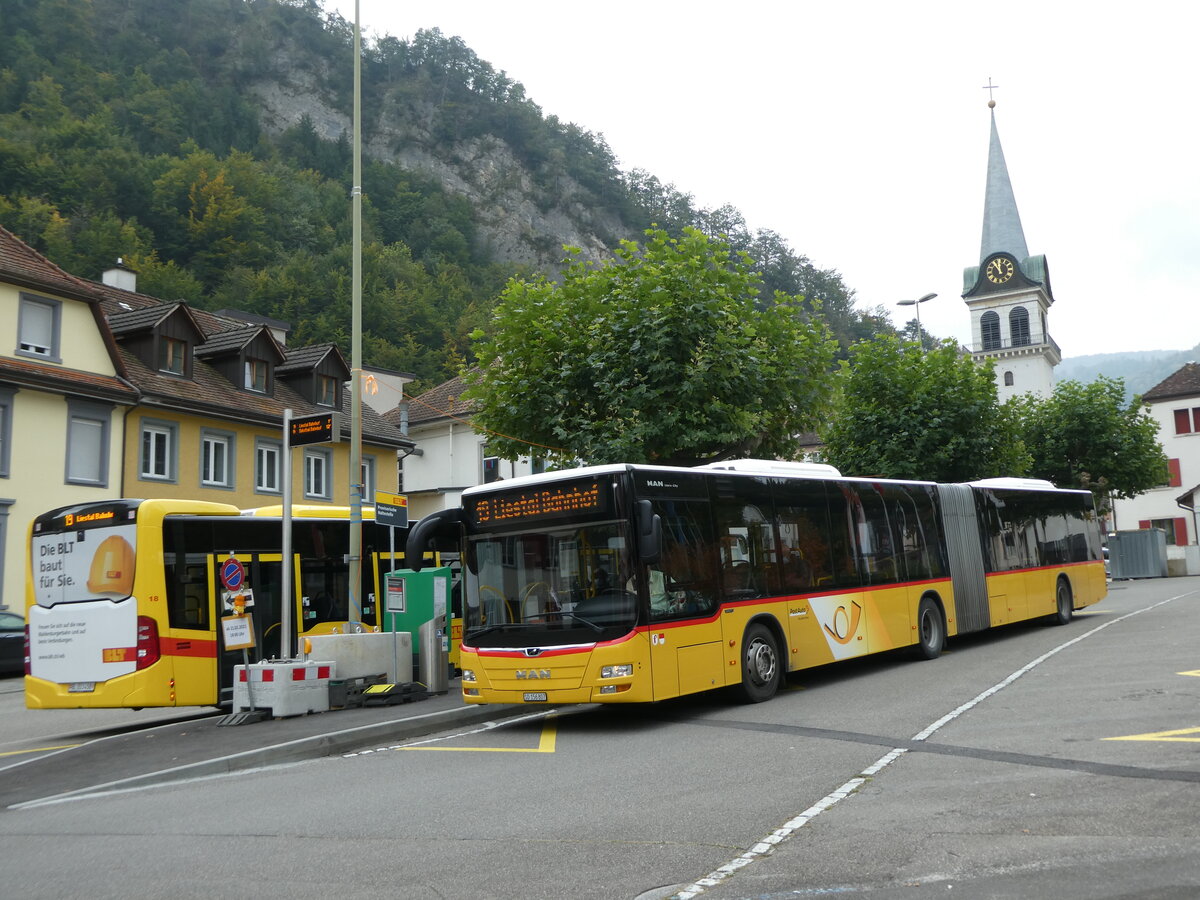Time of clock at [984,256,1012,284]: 11:51
